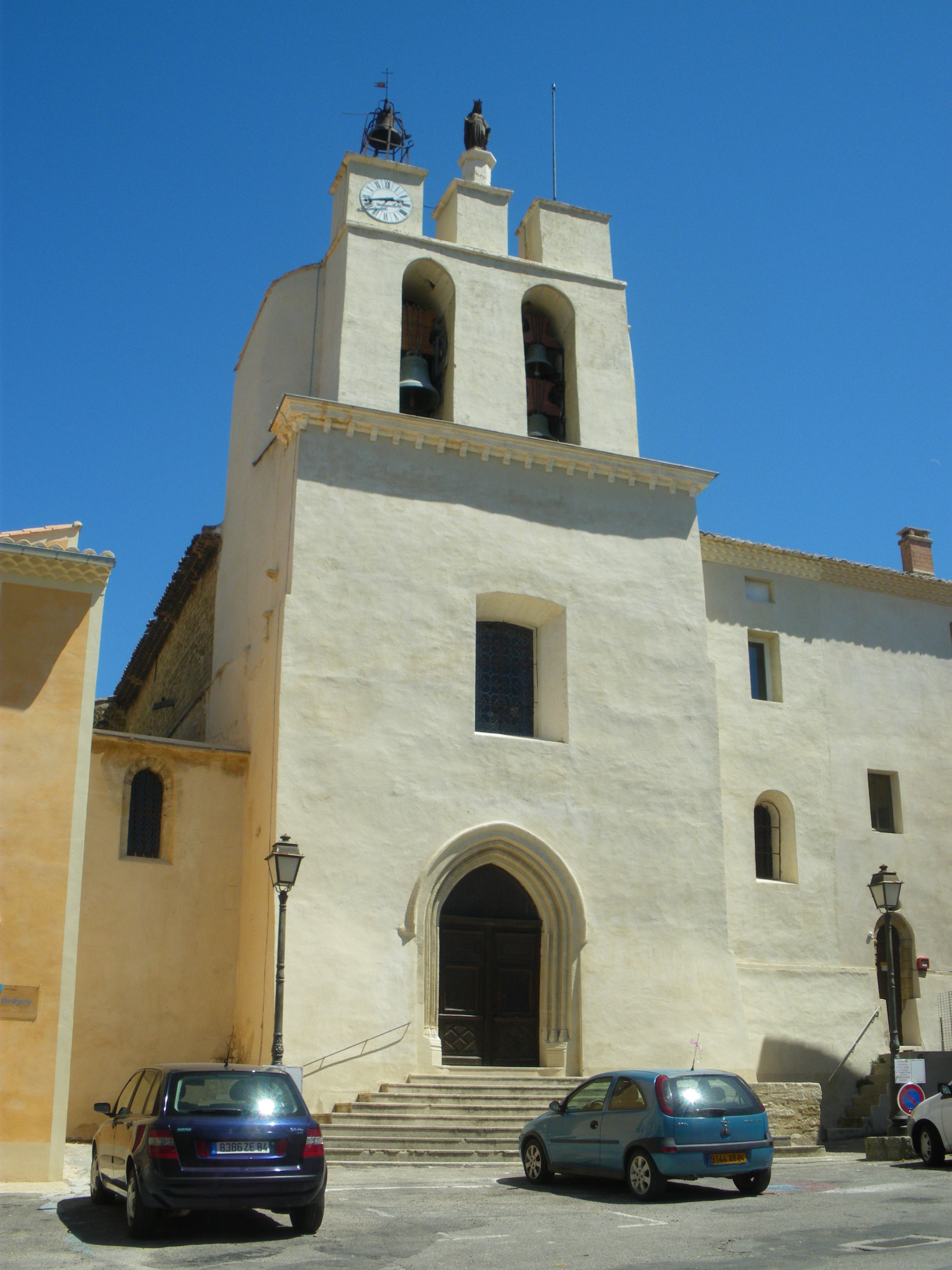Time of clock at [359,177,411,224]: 2:42
